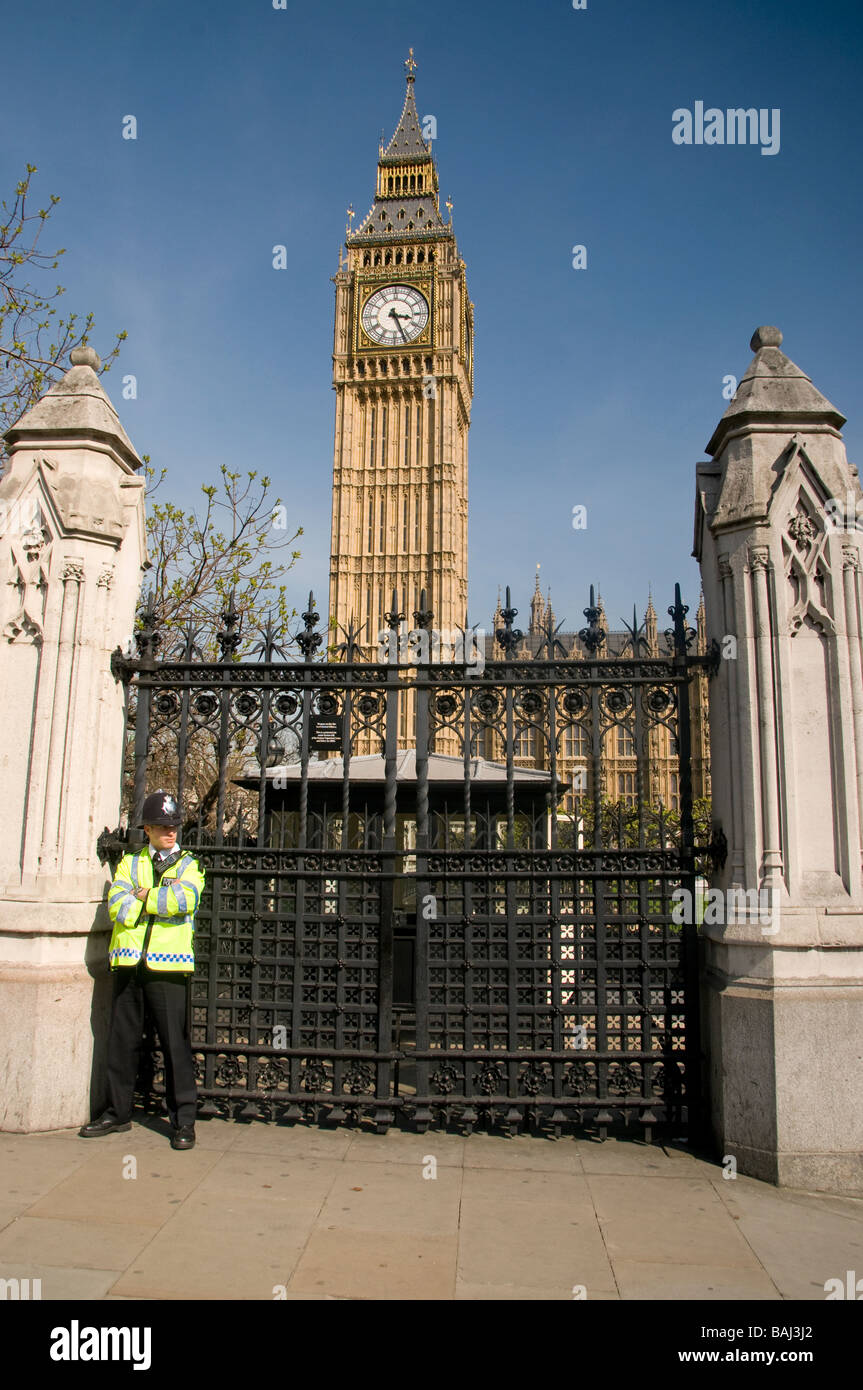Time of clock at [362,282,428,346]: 3:26
